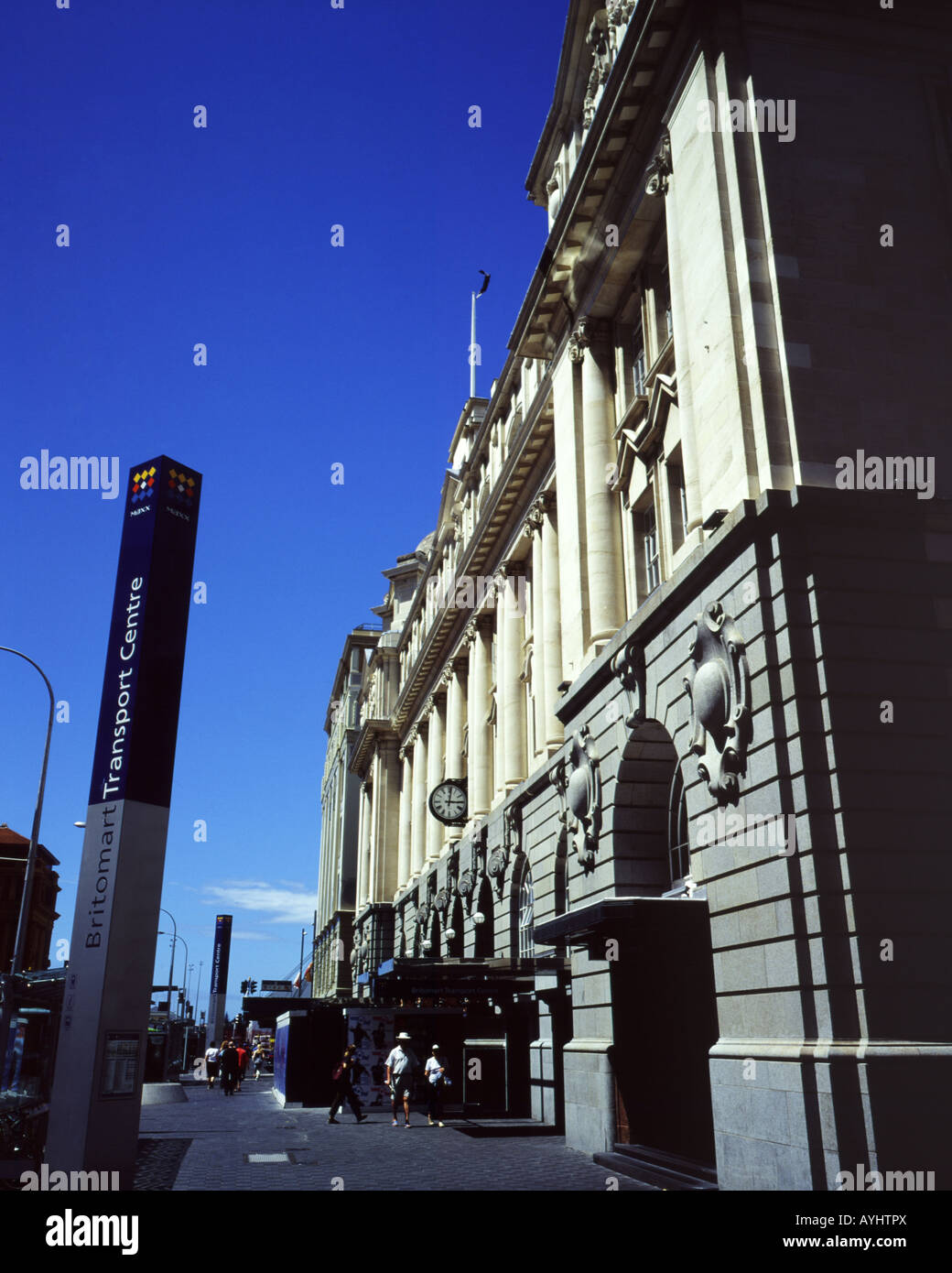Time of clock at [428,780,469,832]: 3:01
